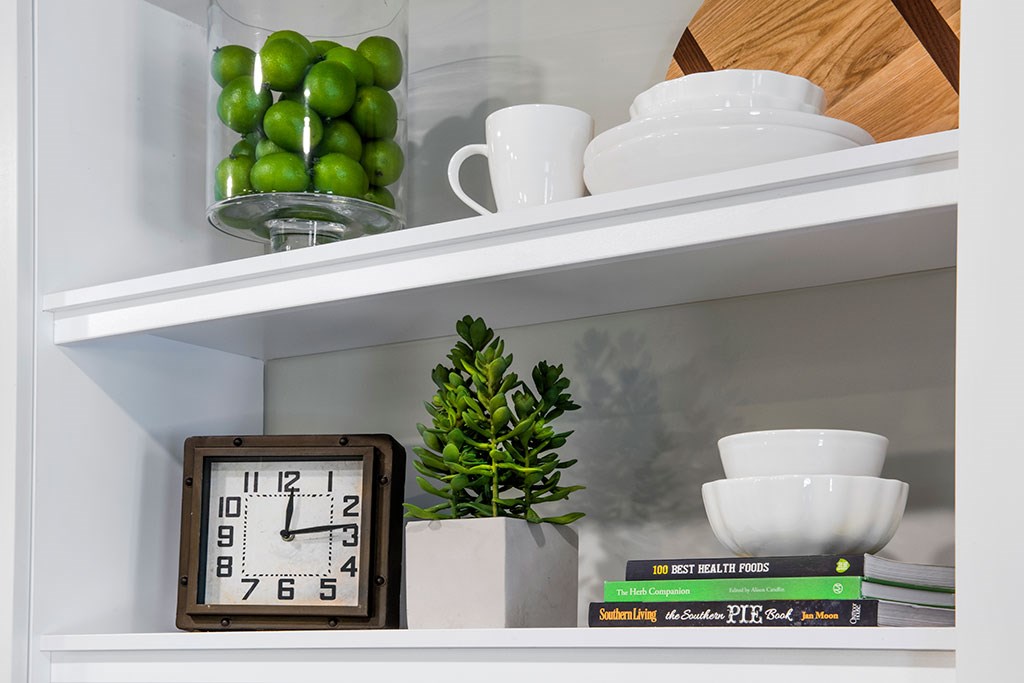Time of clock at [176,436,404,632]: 12:13
